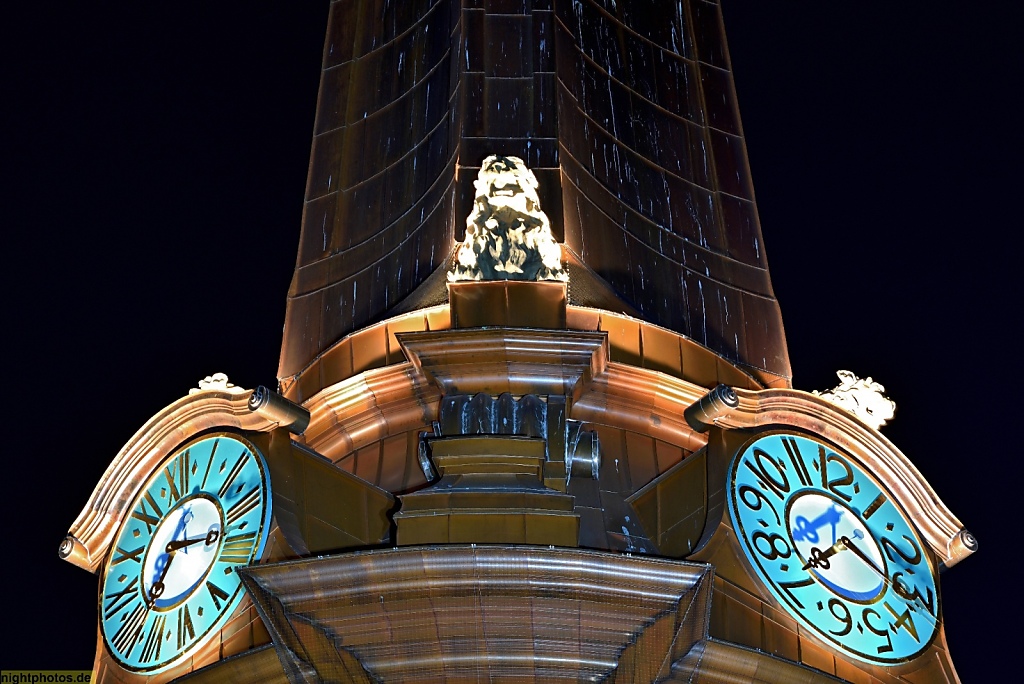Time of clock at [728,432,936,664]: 7:20
